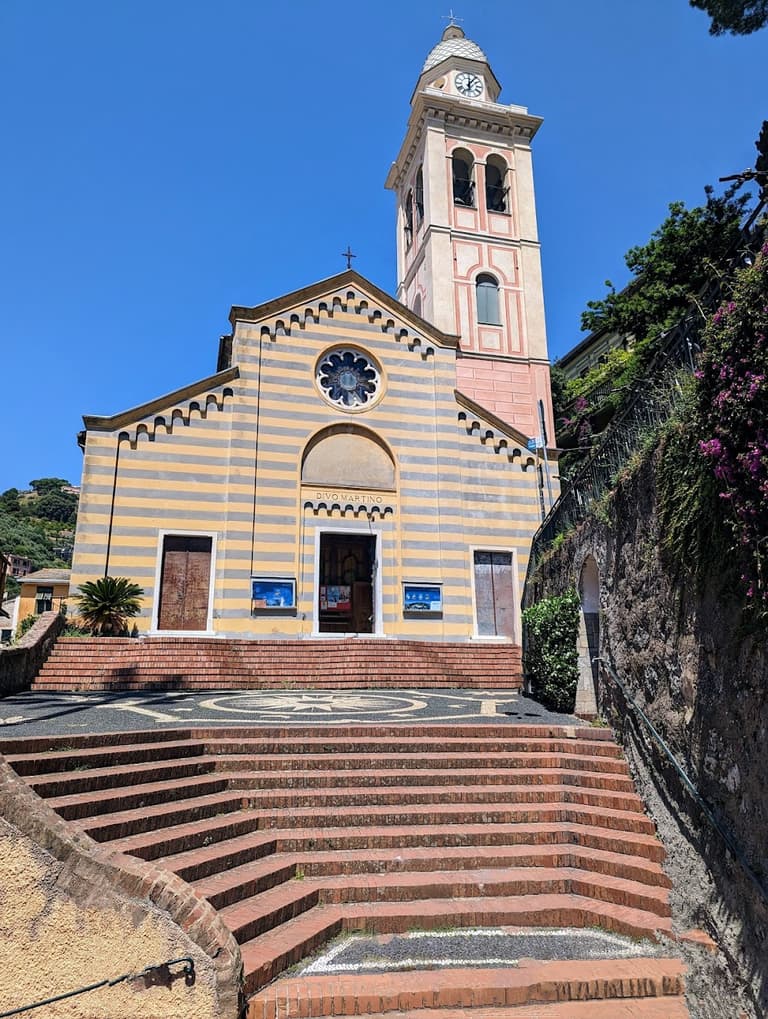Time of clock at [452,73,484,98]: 6:06
